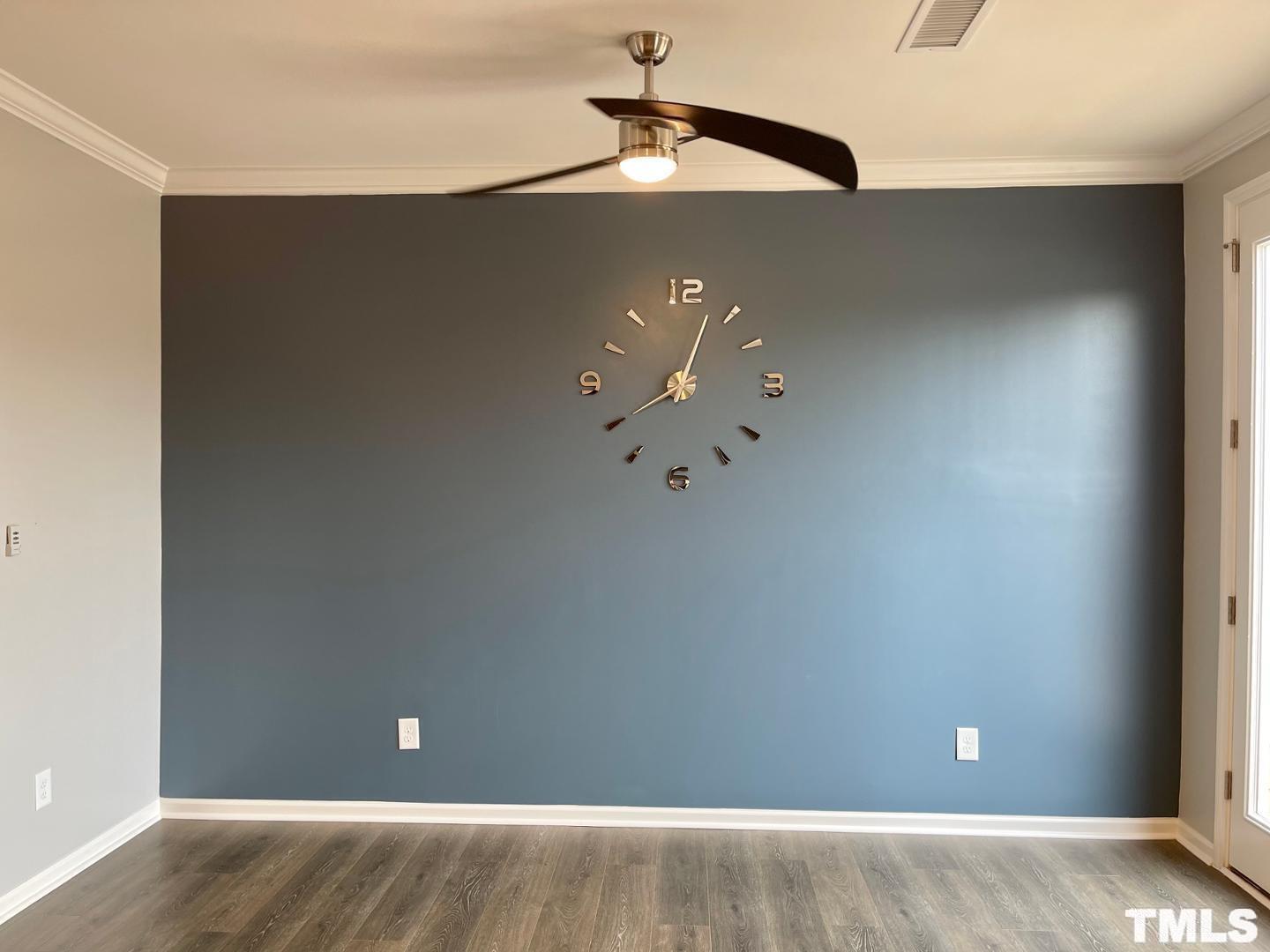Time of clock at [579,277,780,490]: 8:03
